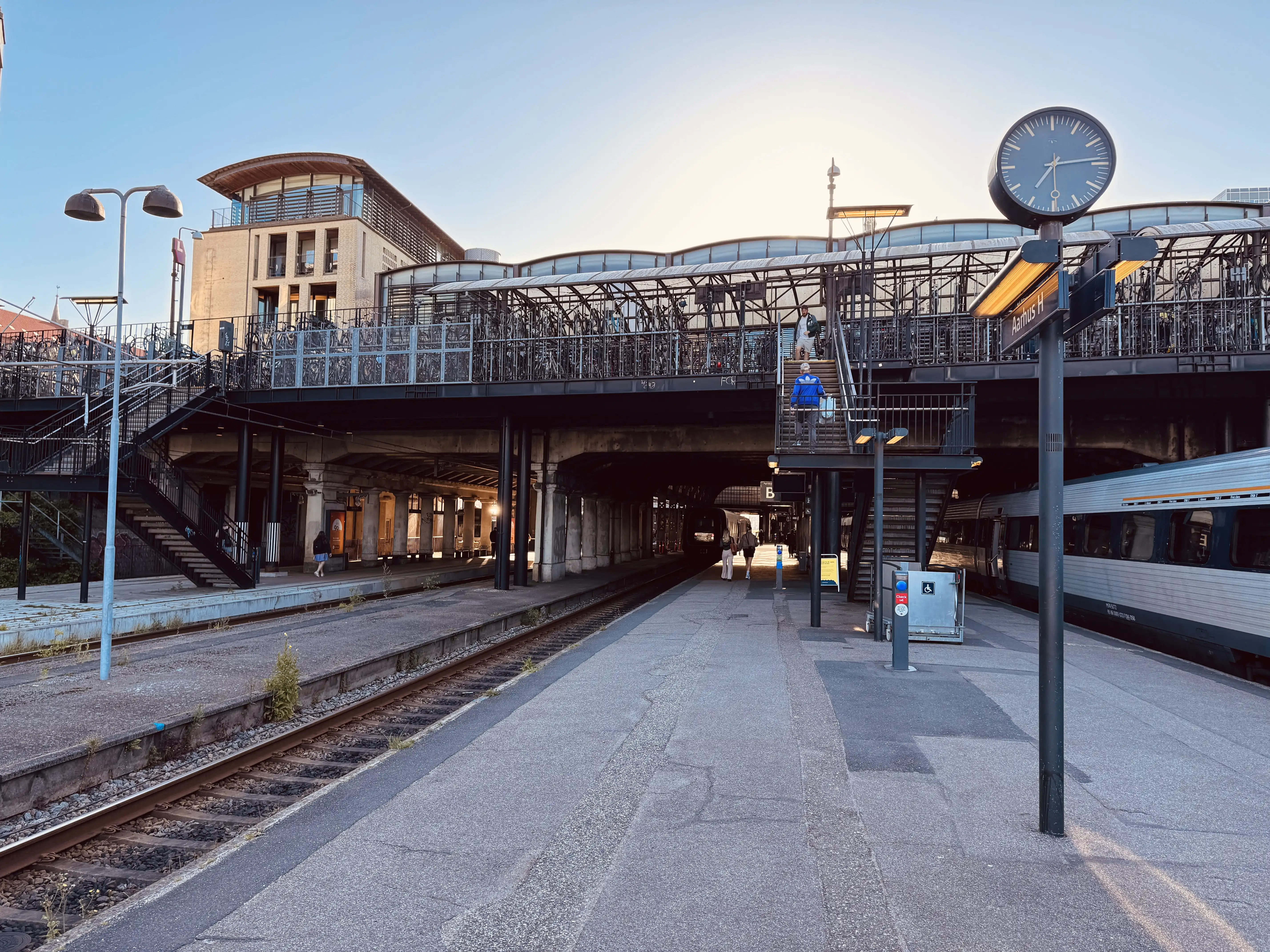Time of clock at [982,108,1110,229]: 7:14
